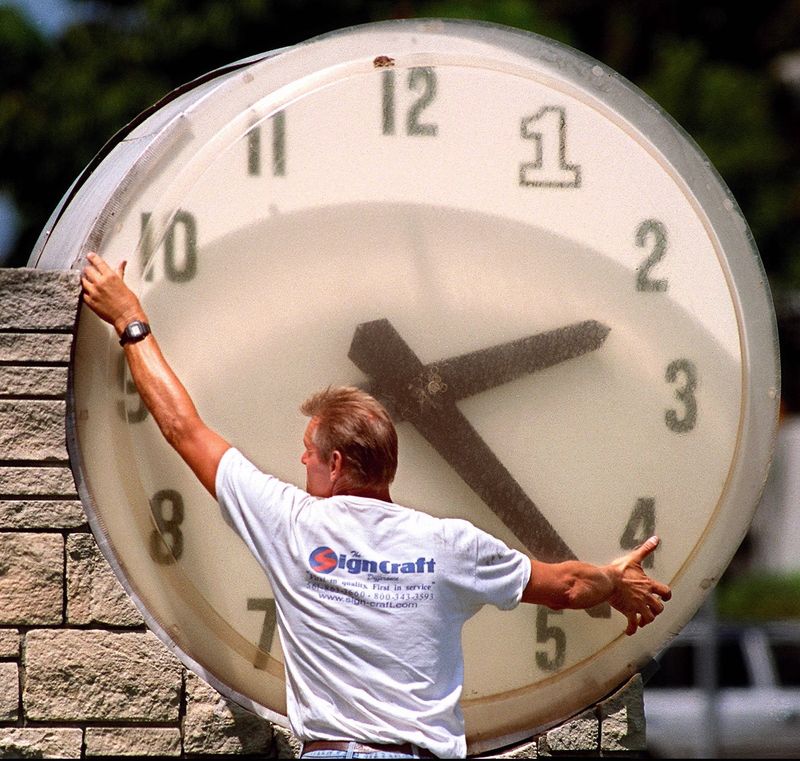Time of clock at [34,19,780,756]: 2:23
